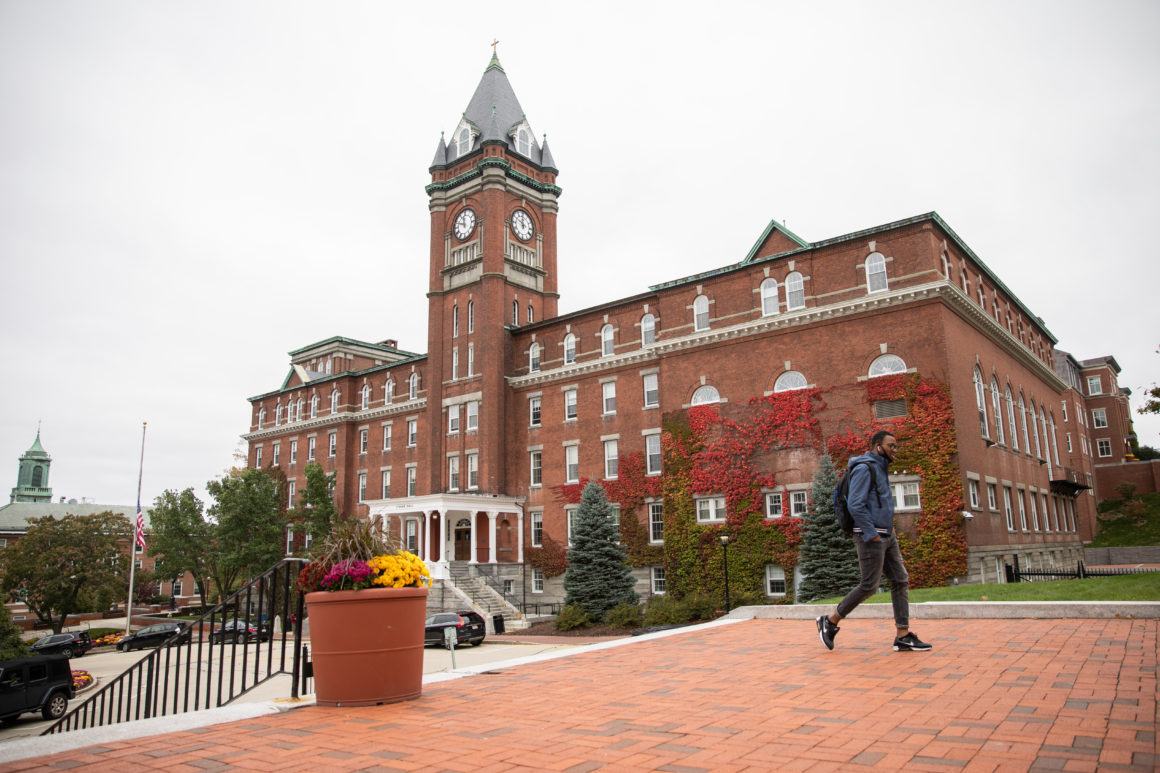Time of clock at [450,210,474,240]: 11:48
